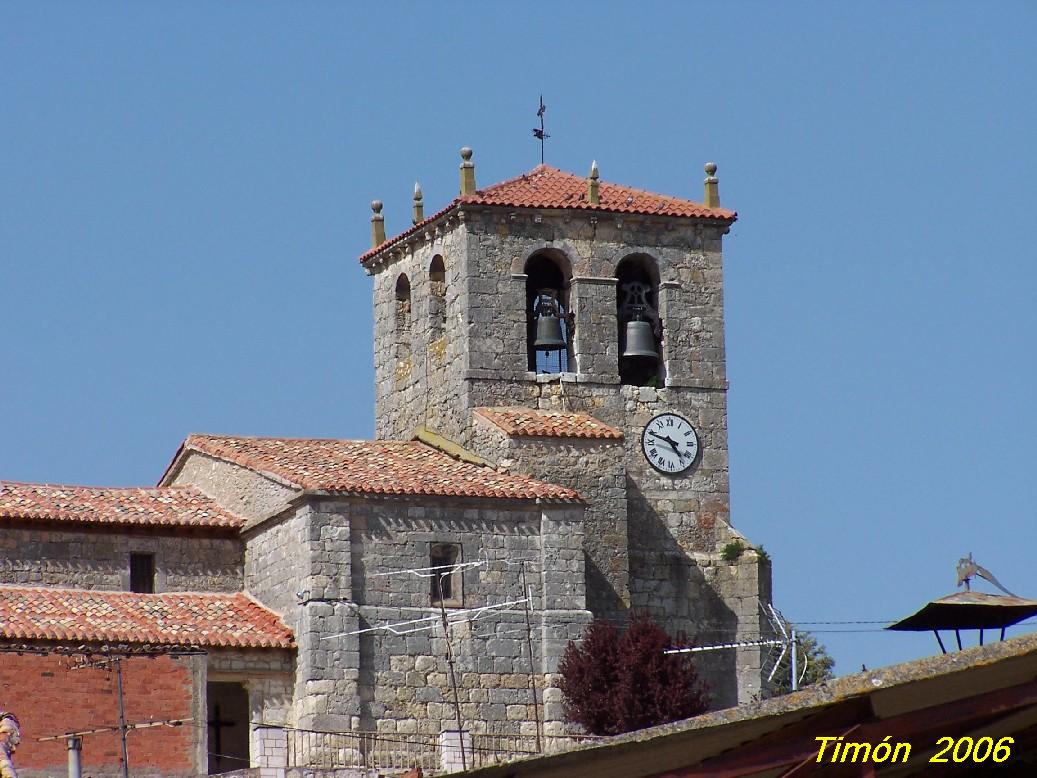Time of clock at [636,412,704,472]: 4:48
